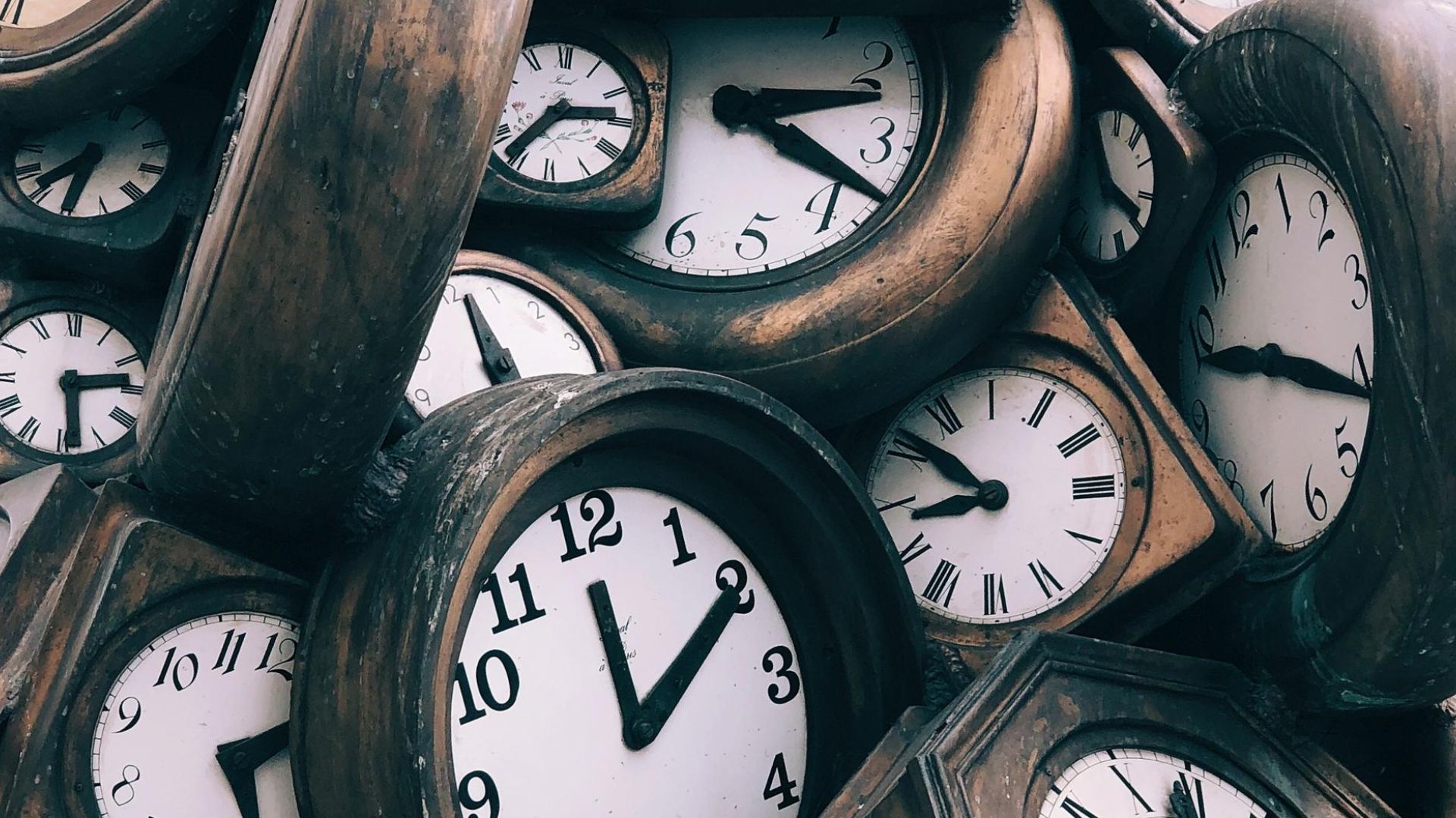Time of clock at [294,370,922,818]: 12:09
